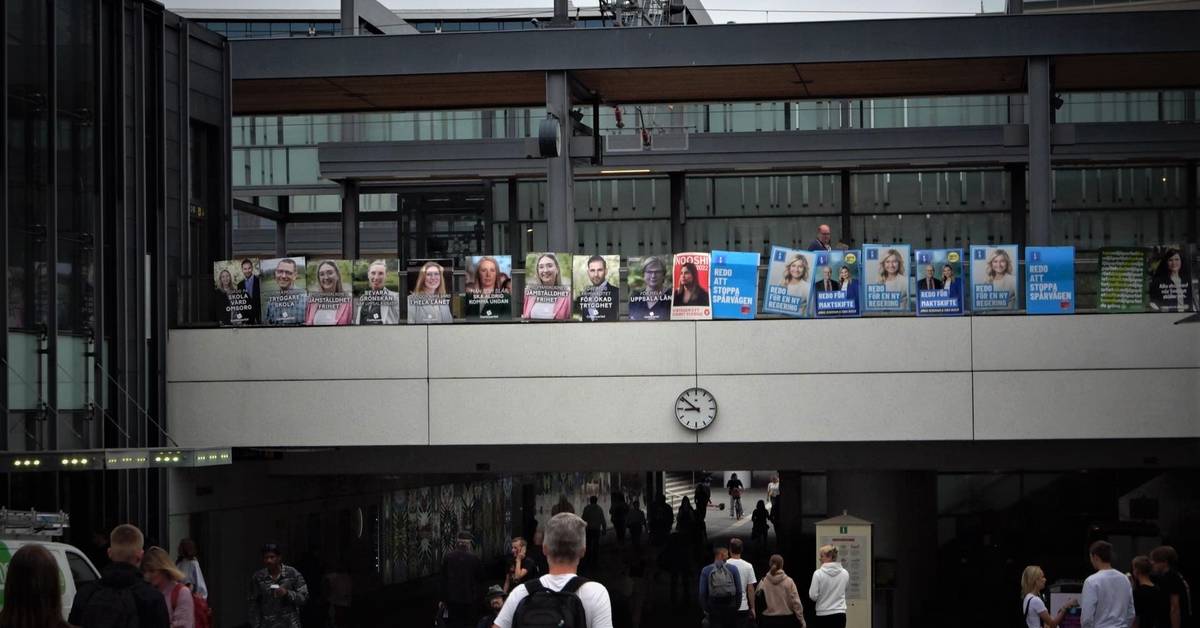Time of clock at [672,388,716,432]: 8:51
